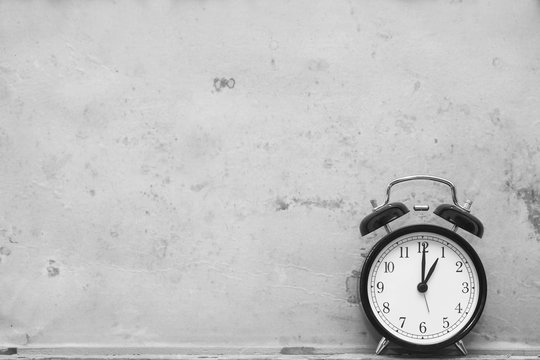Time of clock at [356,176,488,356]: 1:00
